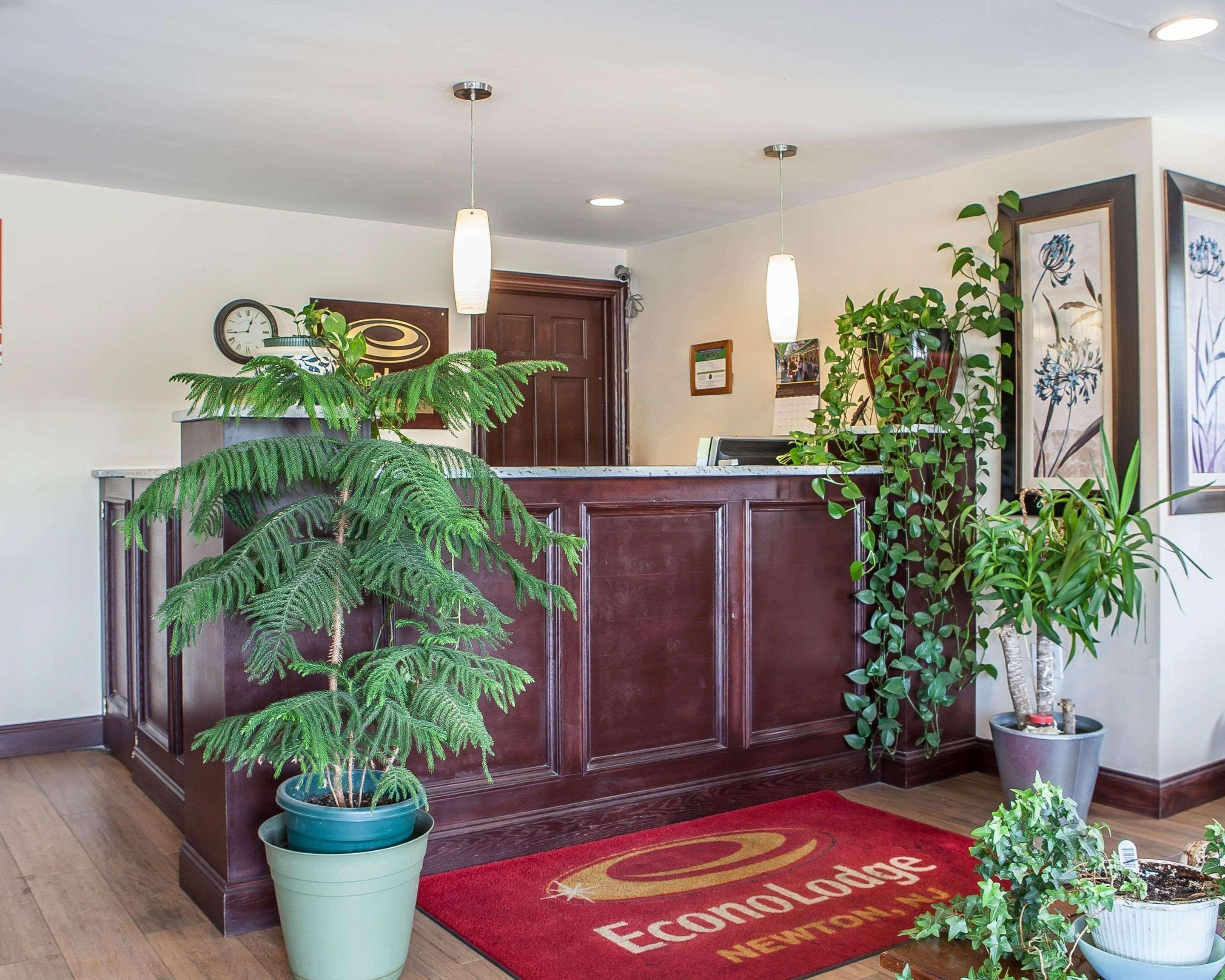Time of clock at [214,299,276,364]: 12:43
